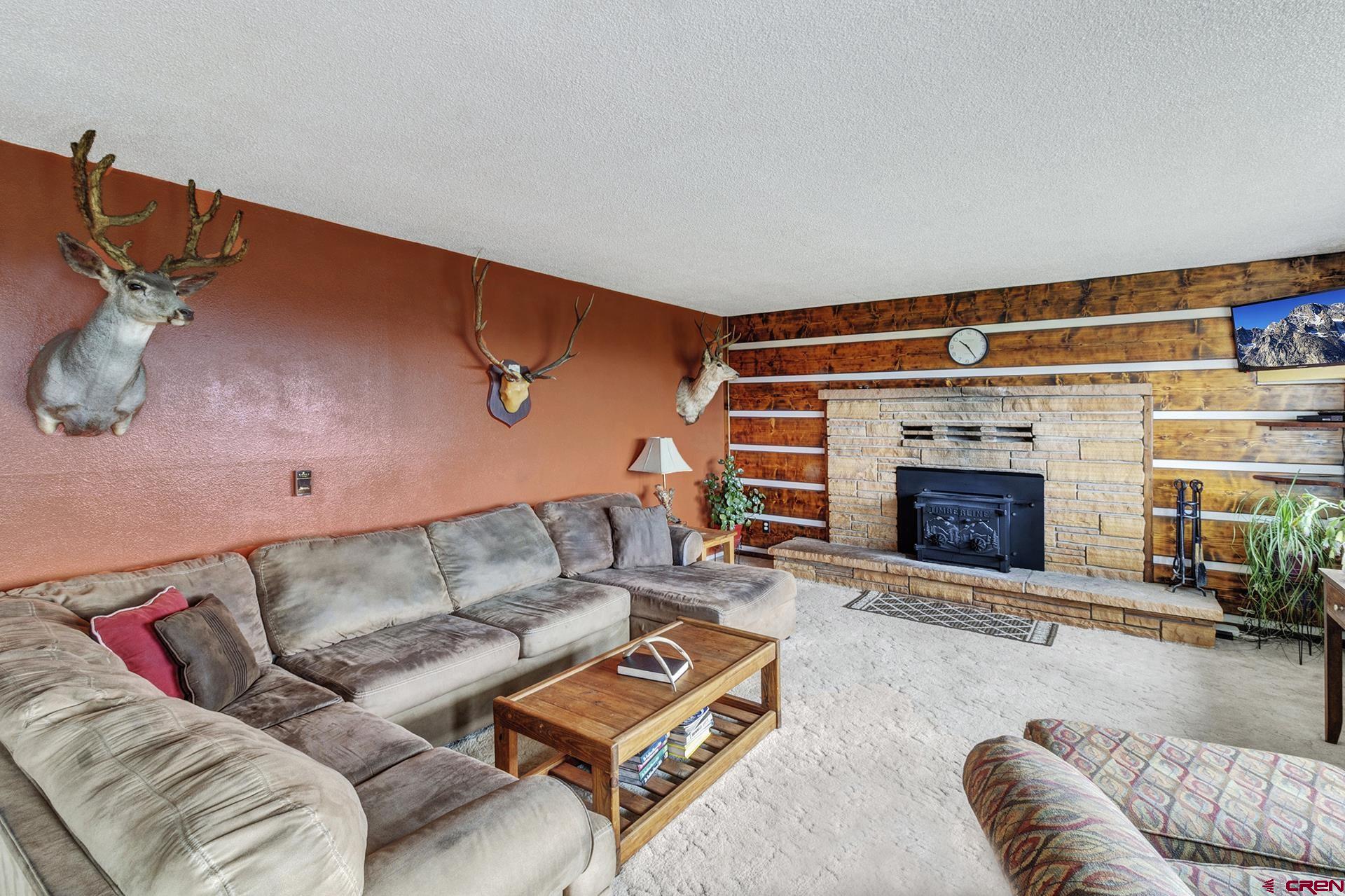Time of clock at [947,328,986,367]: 10:23
